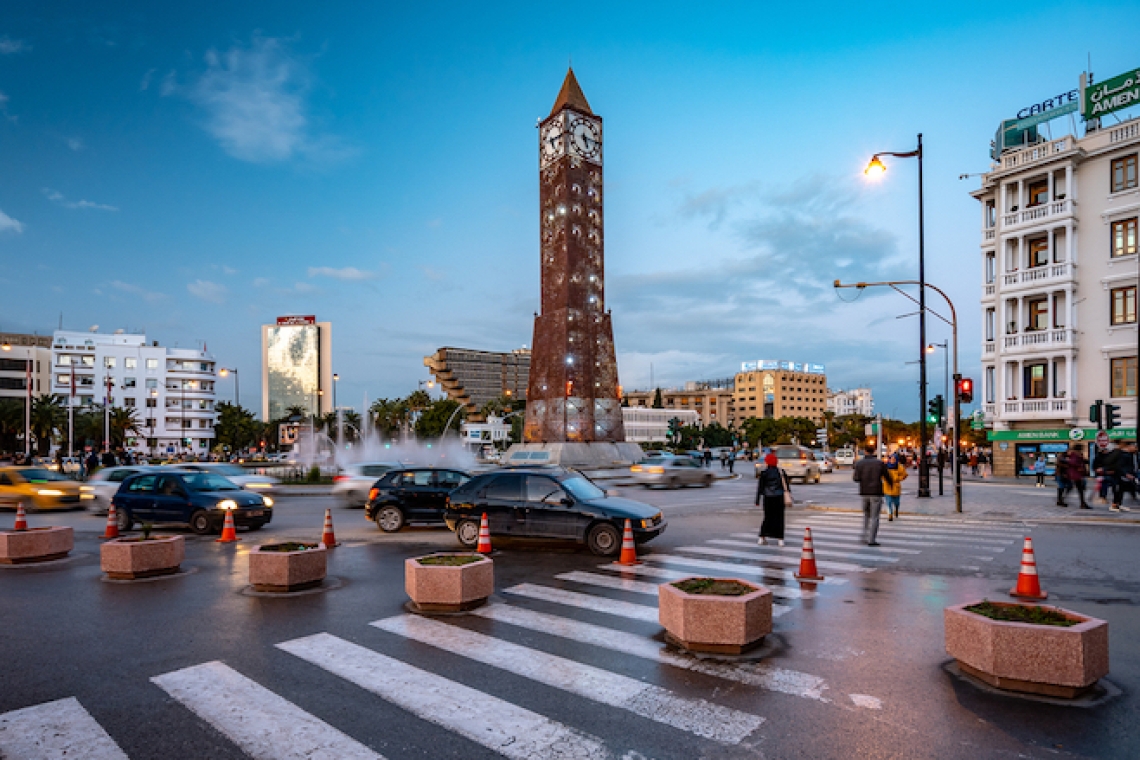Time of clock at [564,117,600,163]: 5:15
